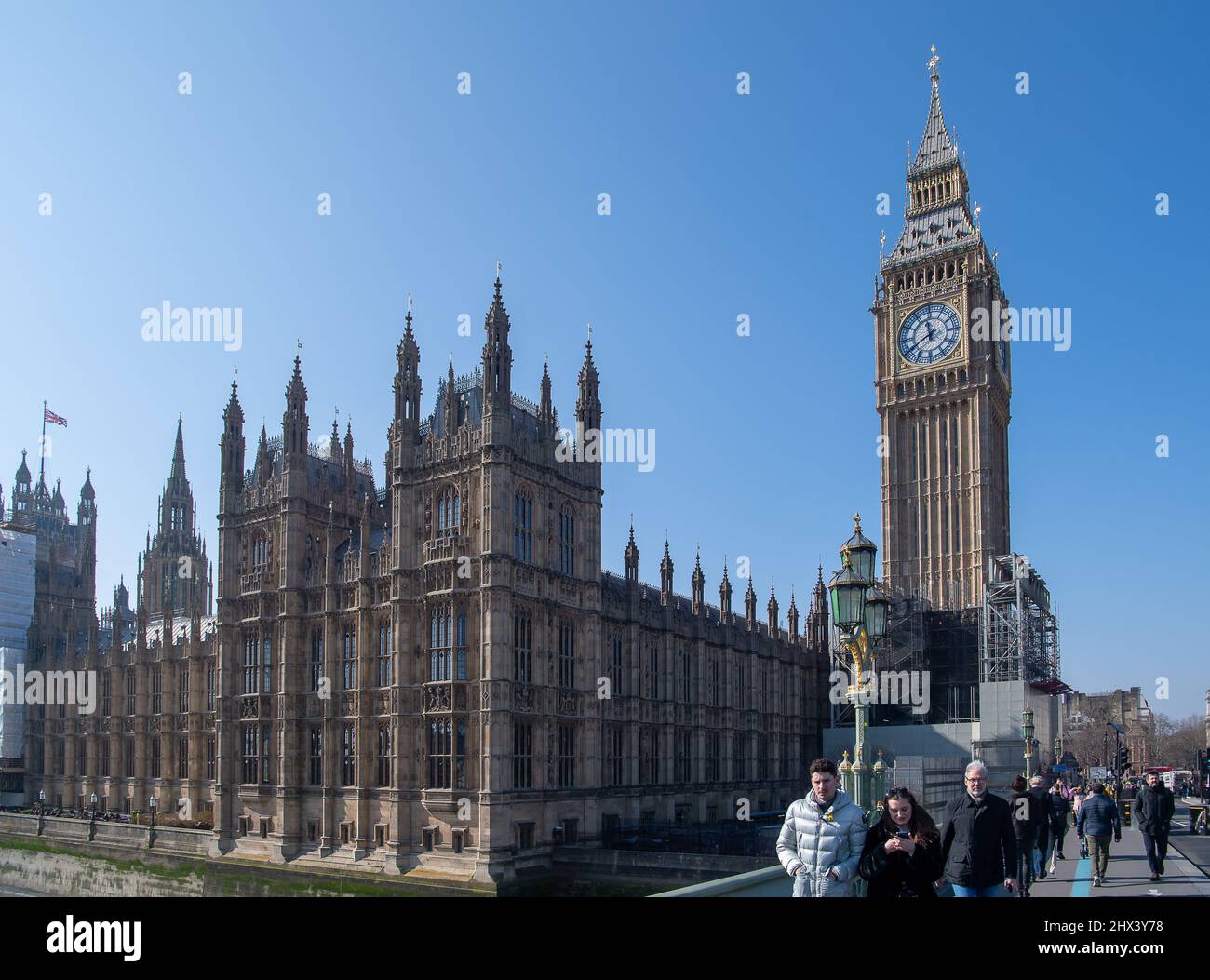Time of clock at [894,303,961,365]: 11:40
